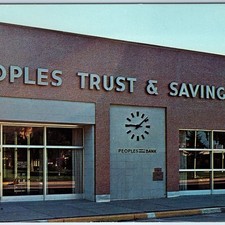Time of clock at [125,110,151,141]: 9:08
